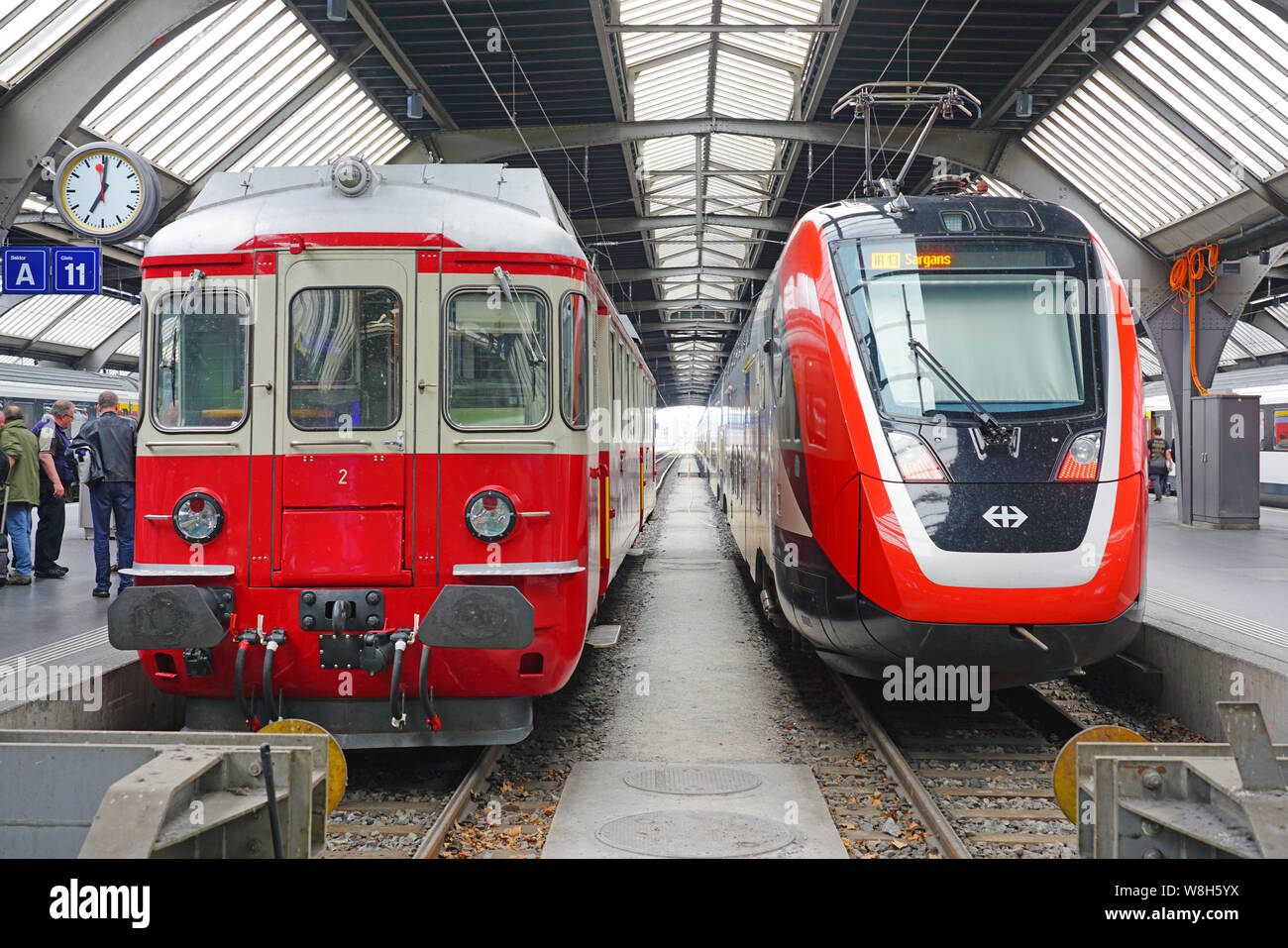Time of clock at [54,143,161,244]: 7:00
